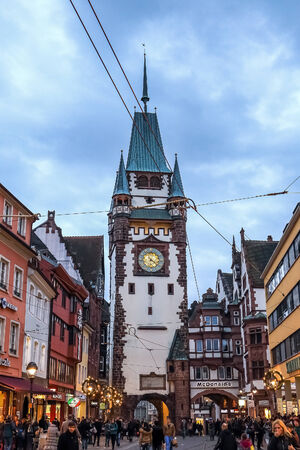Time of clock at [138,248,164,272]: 6:21
